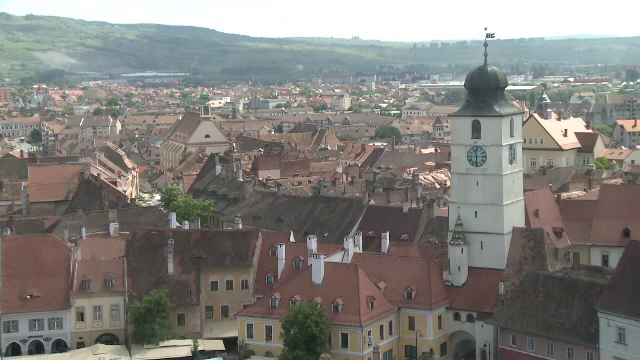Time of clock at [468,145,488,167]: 11:30
